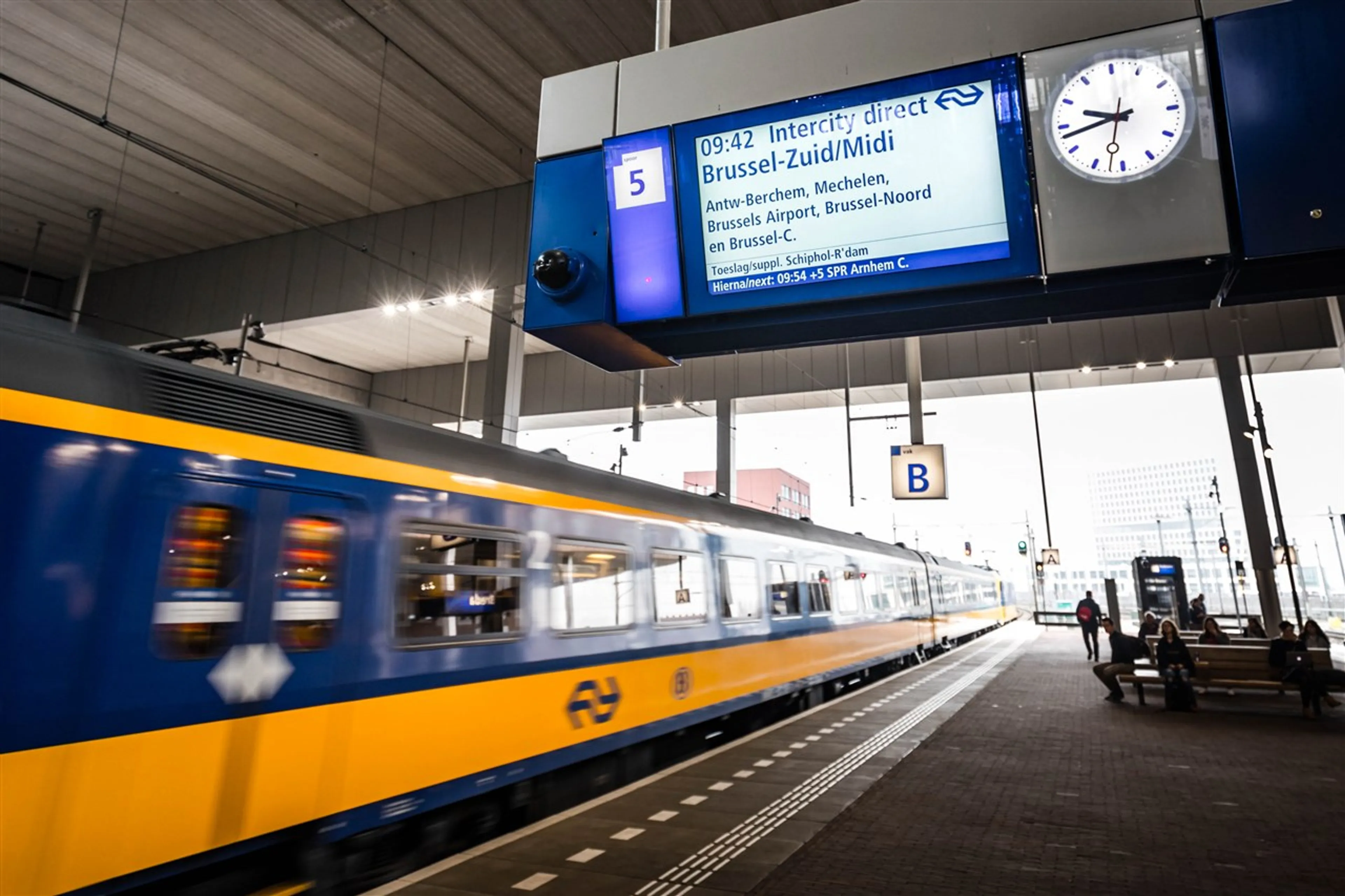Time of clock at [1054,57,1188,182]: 9:43
